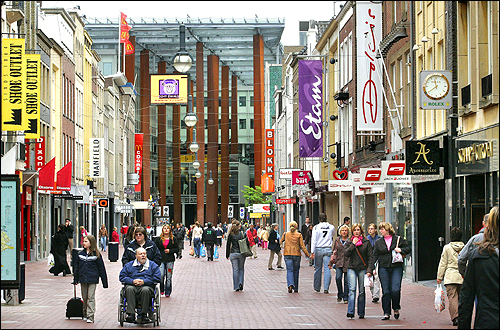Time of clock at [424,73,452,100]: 11:39
